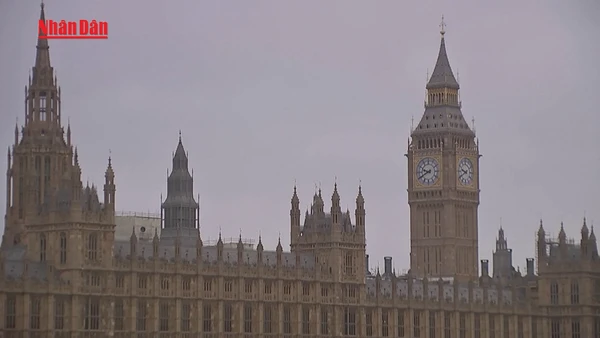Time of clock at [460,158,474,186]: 9:40
